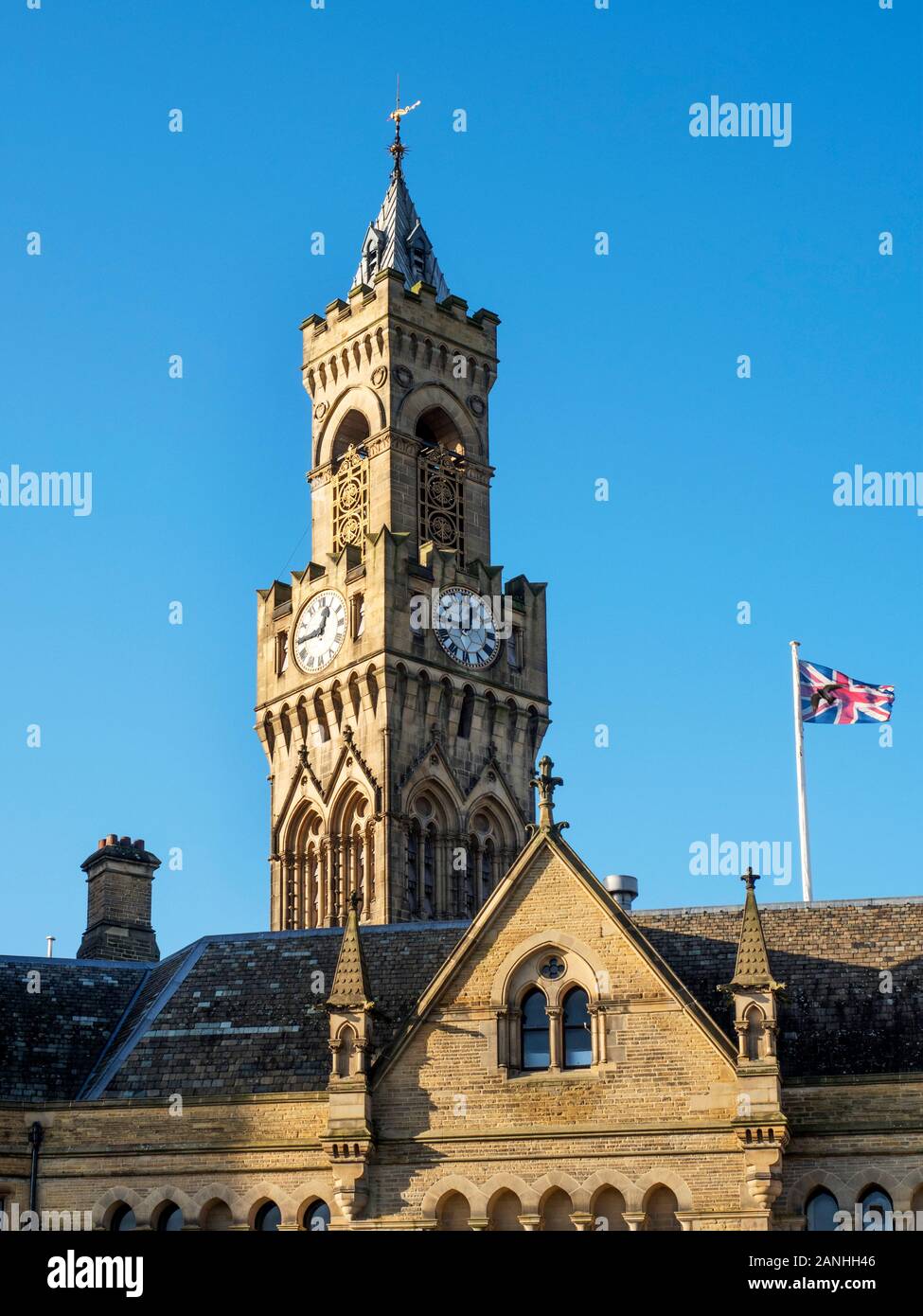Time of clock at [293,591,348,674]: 12:44
